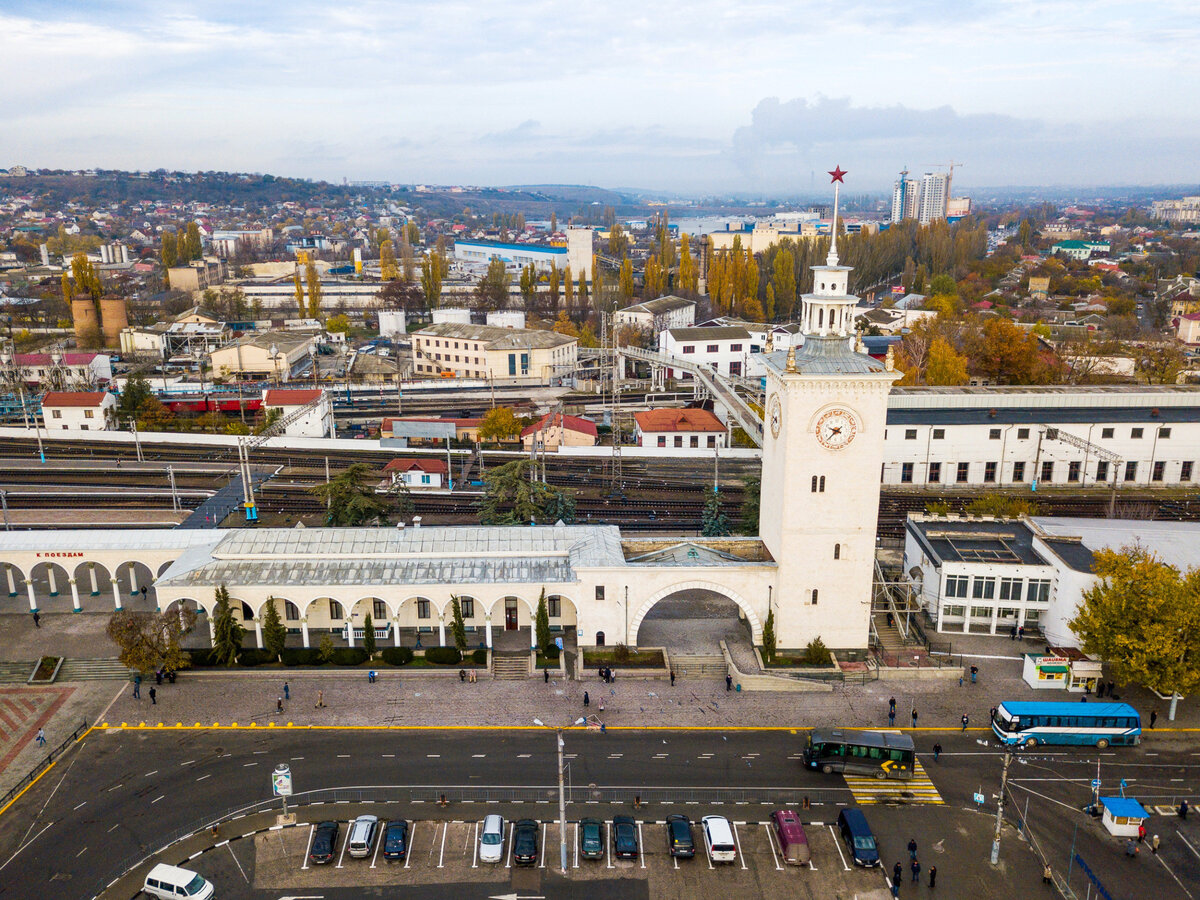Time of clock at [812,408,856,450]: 9:38
